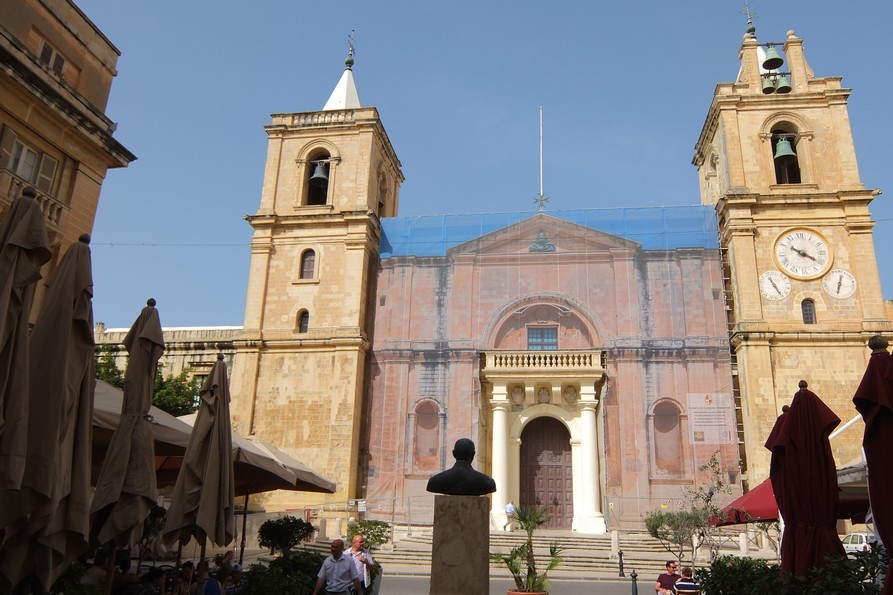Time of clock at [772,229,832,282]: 10:20
